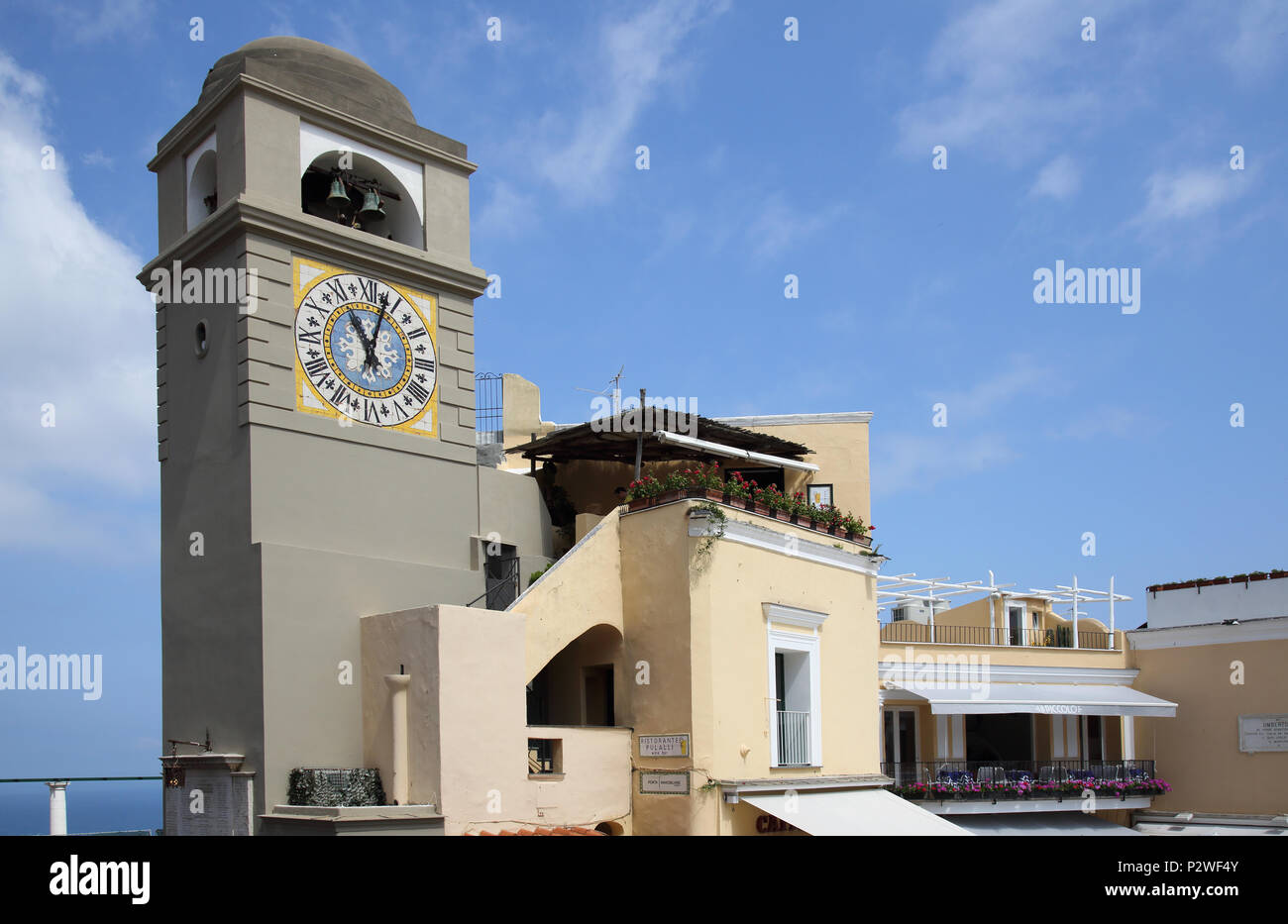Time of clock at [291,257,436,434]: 11:02
